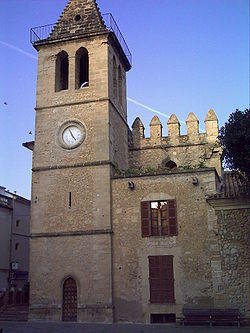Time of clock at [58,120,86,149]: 4:56
